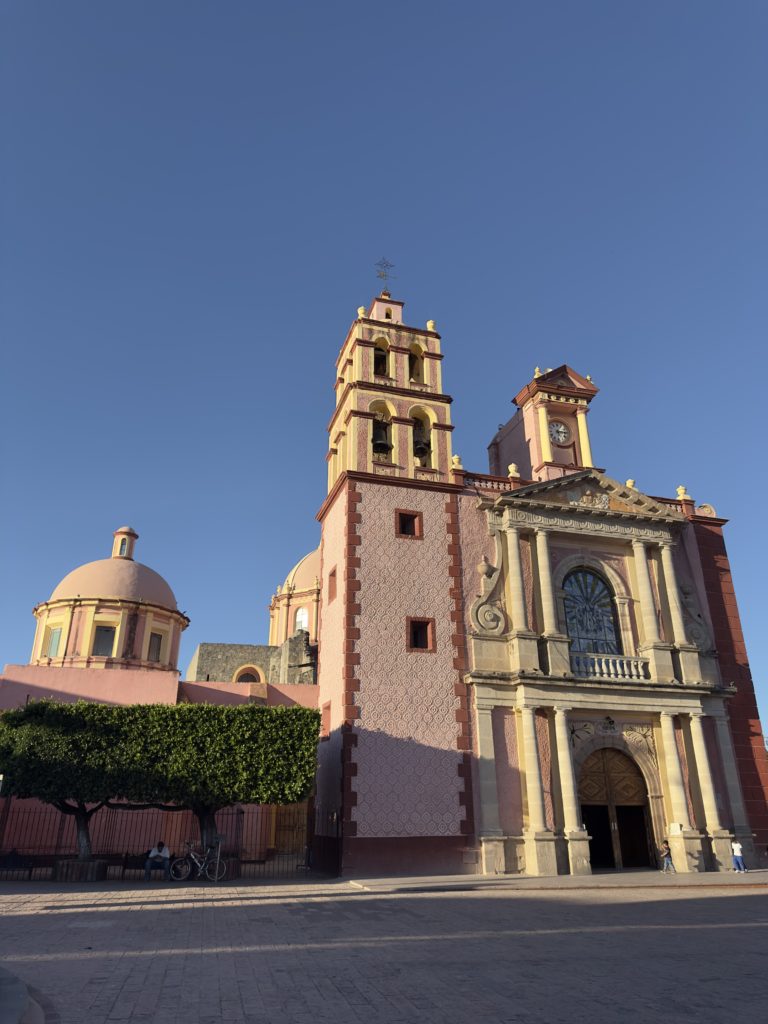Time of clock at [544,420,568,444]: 5:14
